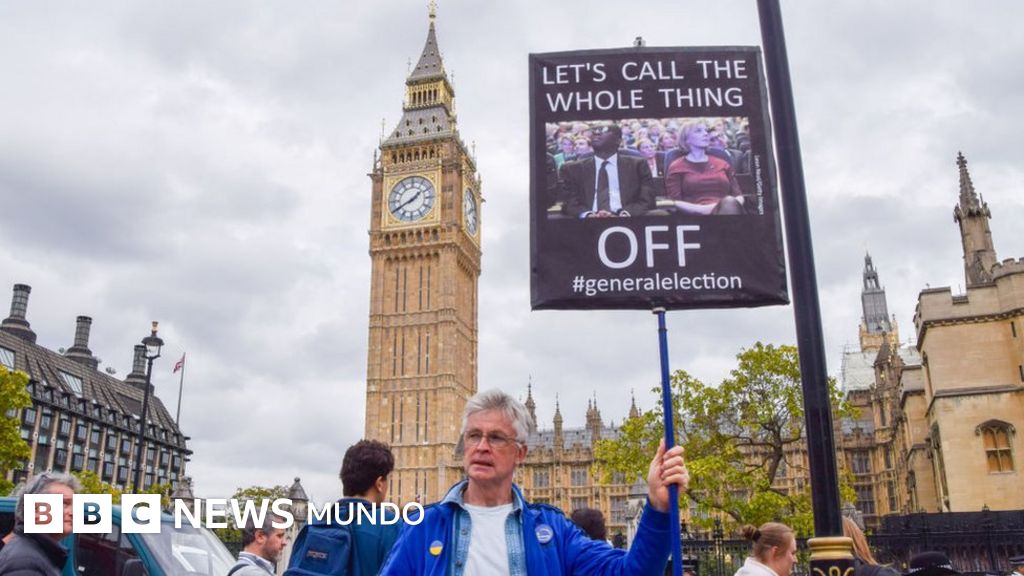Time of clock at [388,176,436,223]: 1:40
